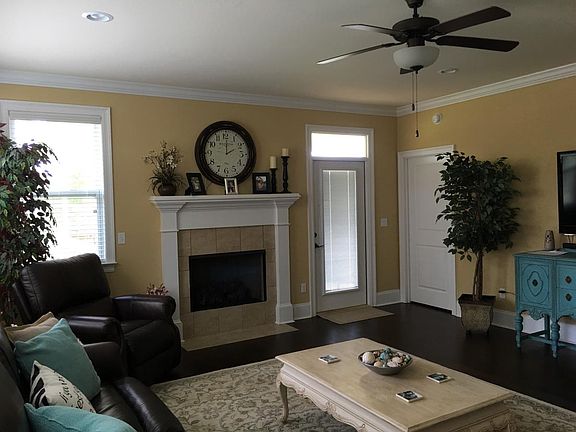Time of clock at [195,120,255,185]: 2:00
